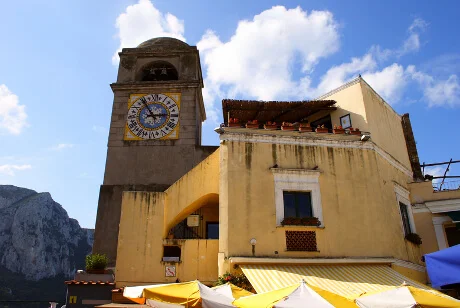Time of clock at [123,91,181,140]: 2:54
